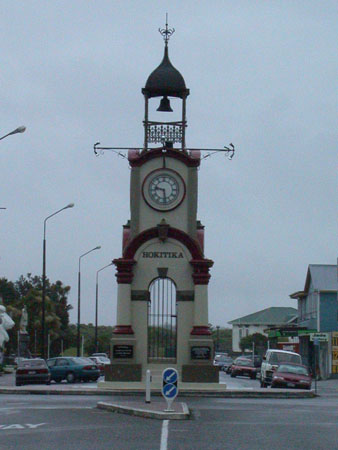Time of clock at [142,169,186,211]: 9:28
